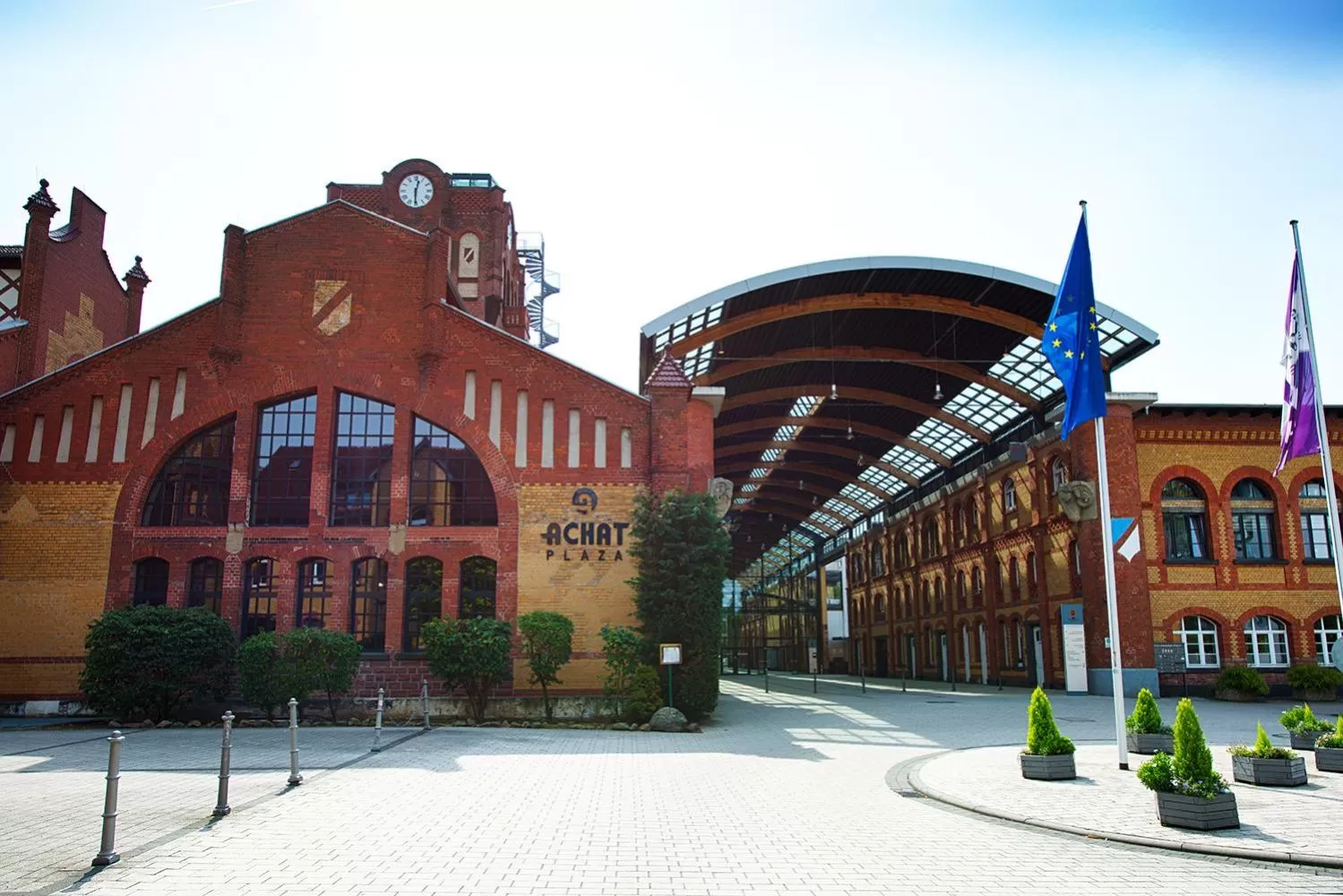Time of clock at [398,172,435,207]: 12:30
